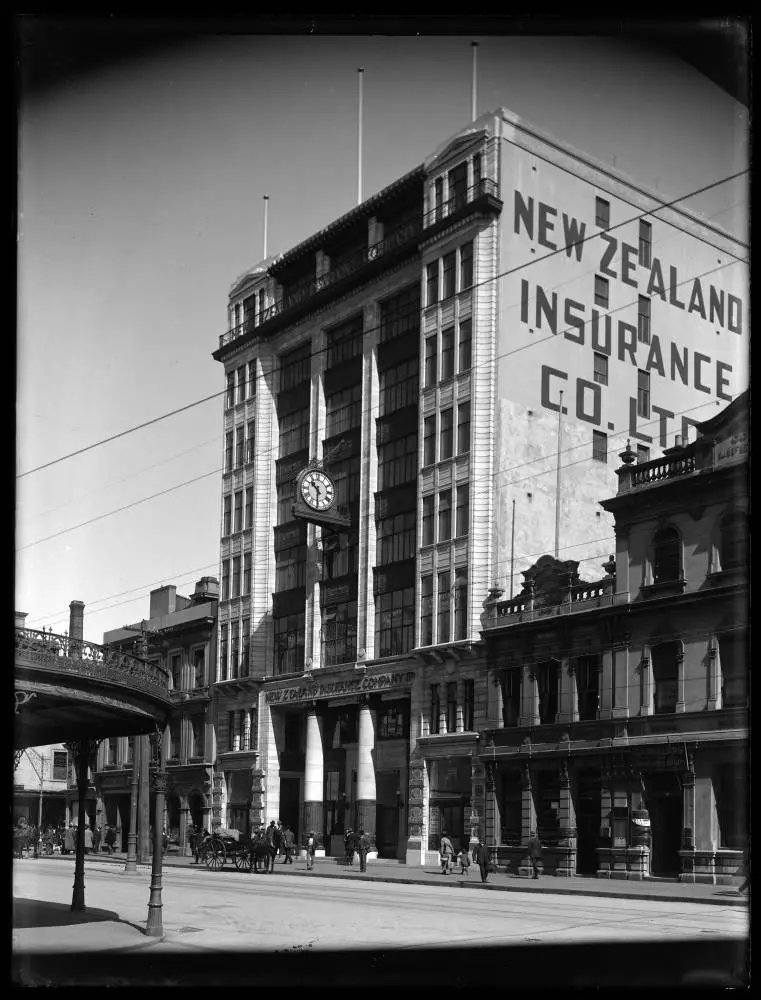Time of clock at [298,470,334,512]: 10:30
